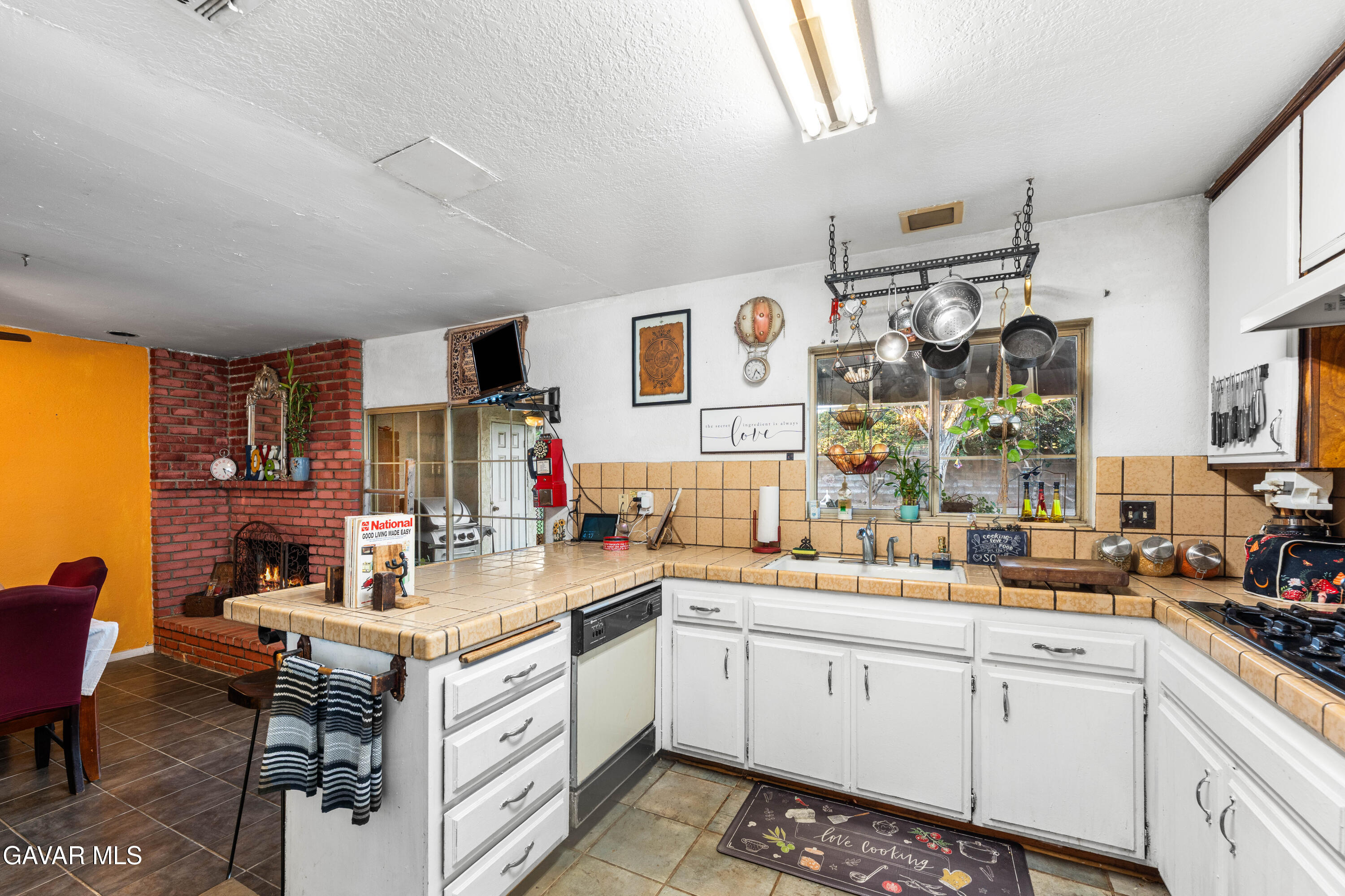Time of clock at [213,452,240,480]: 5:19
